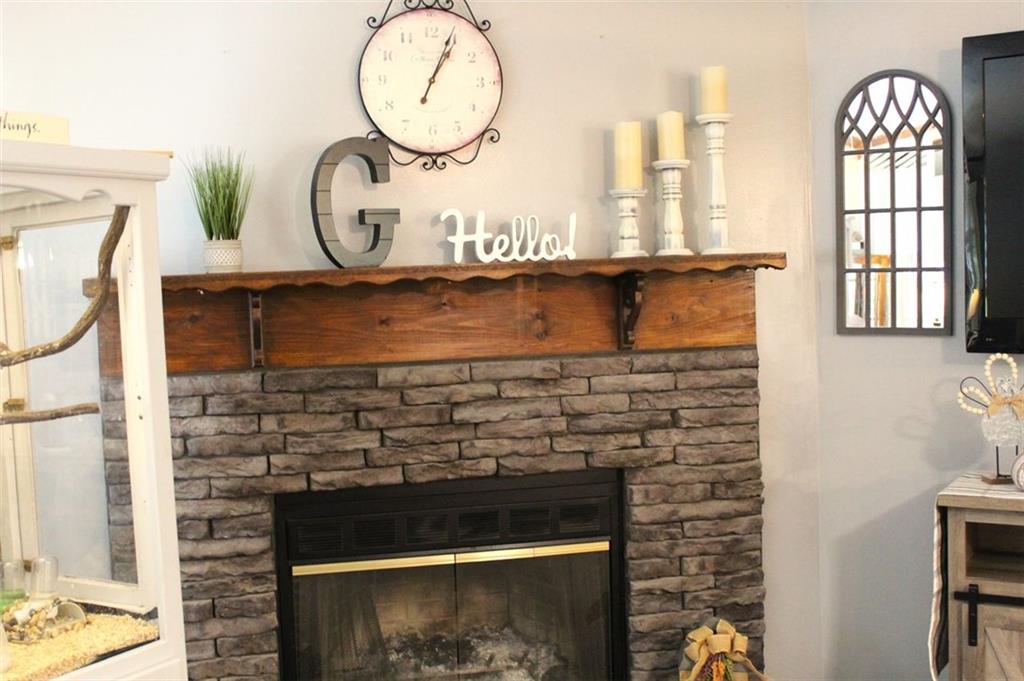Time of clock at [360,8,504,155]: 1:04
